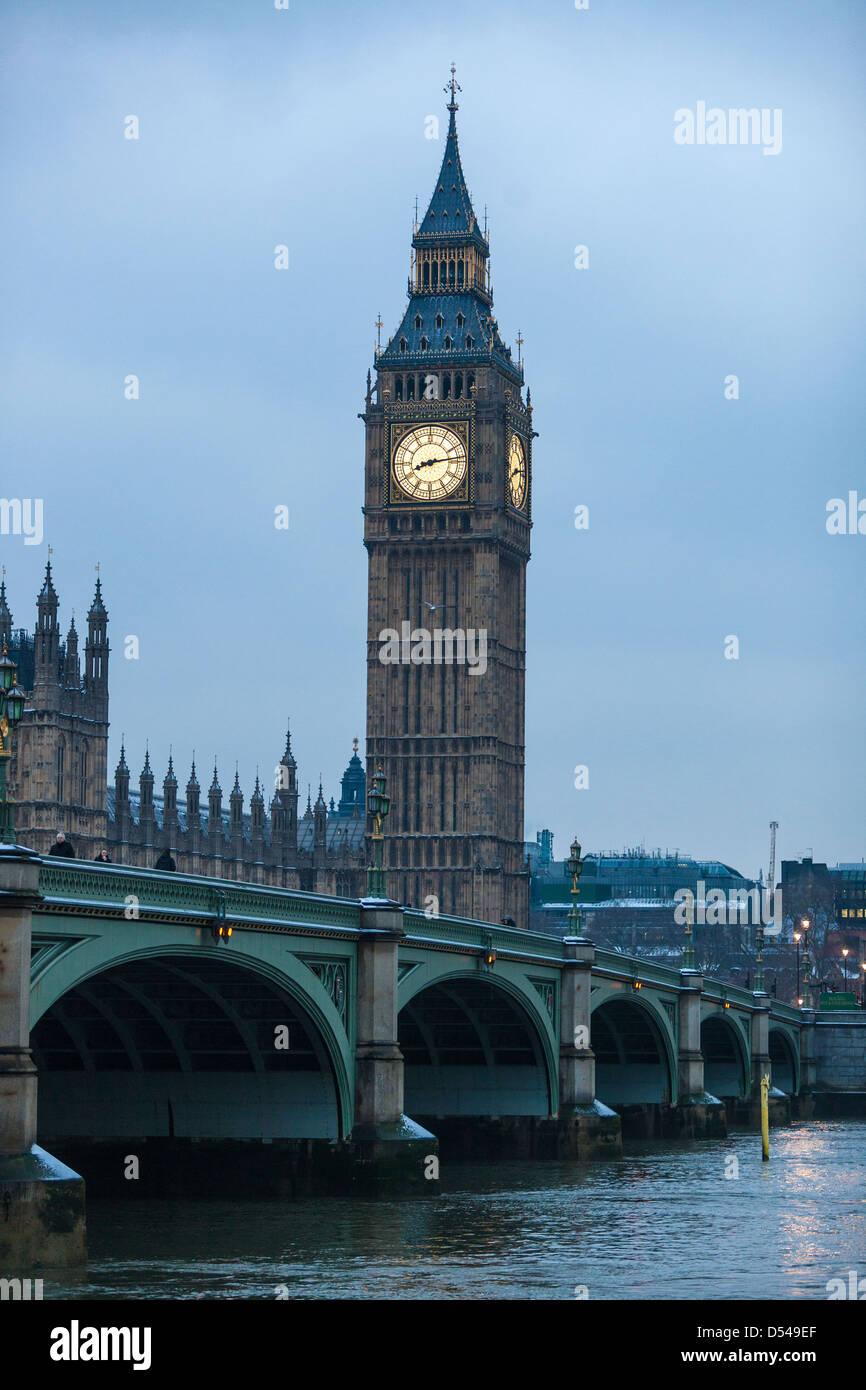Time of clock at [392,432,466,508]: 8:13
